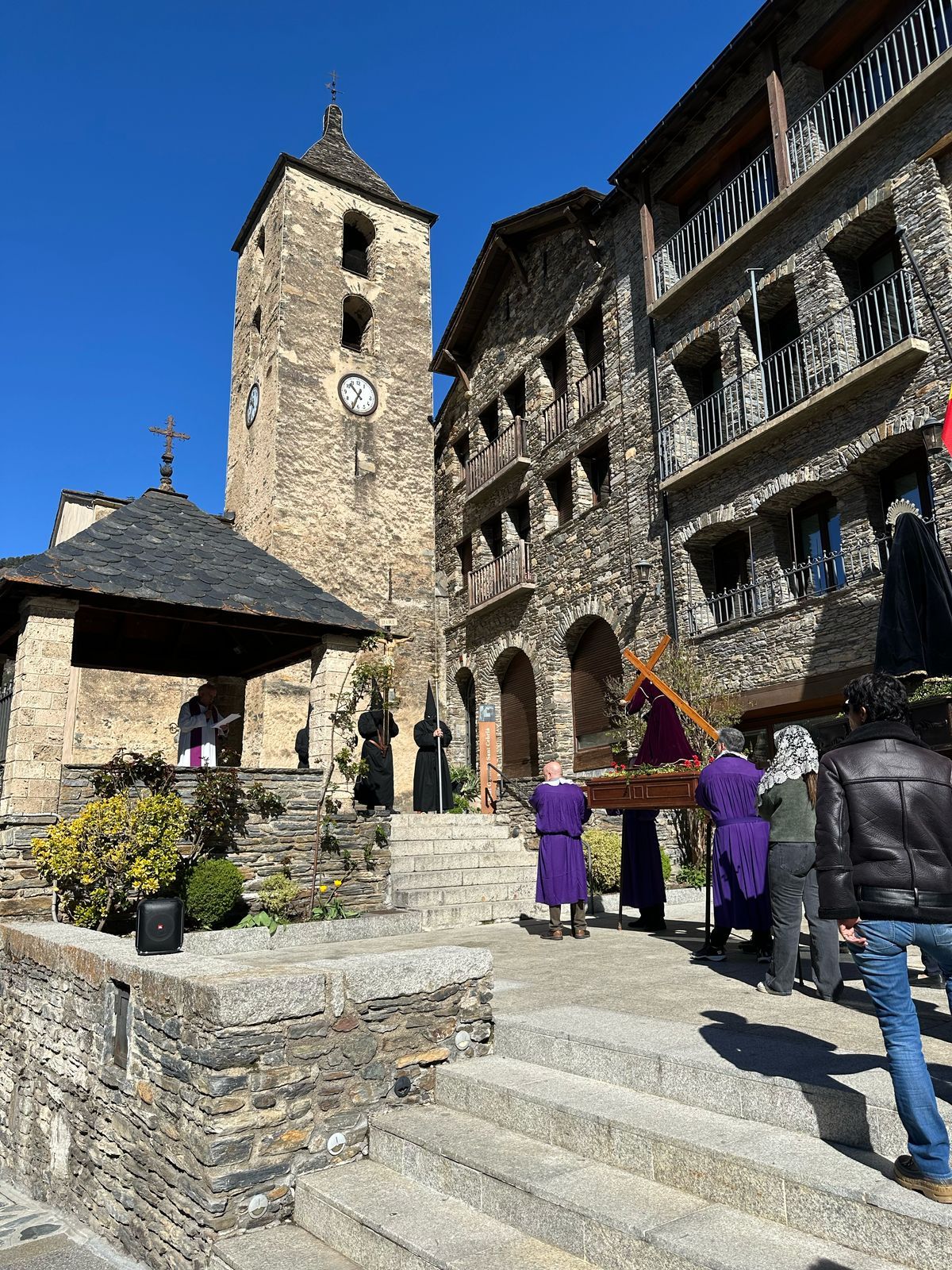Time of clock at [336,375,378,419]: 10:33
